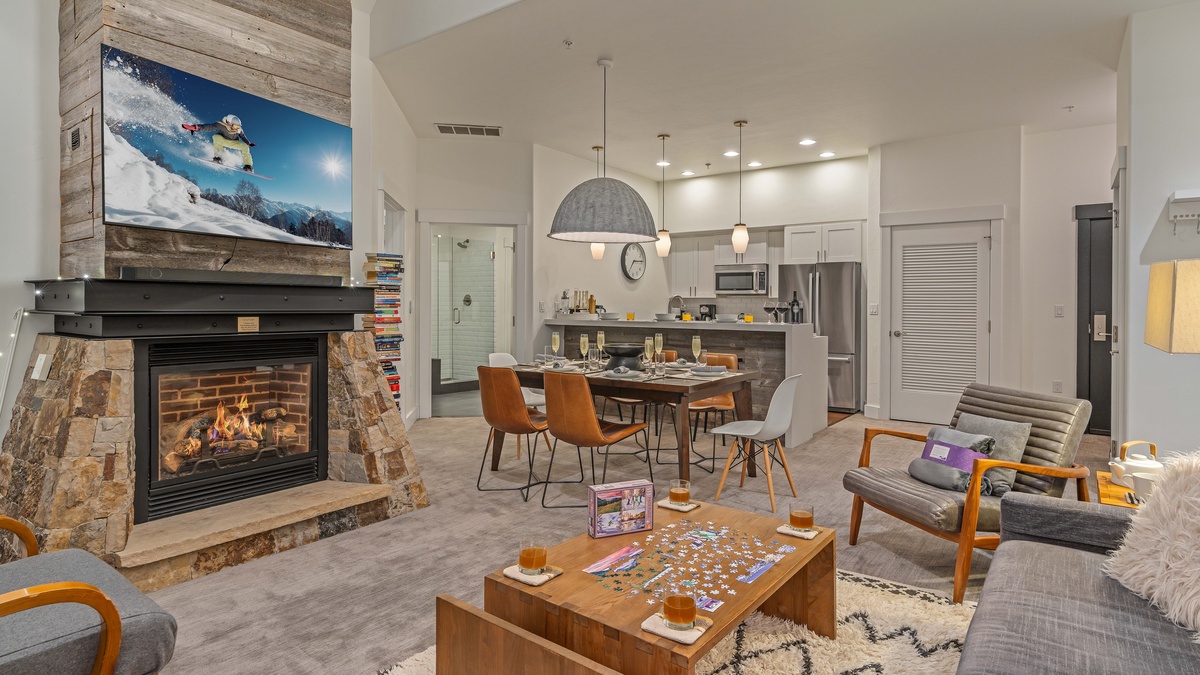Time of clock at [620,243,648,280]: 7:14
